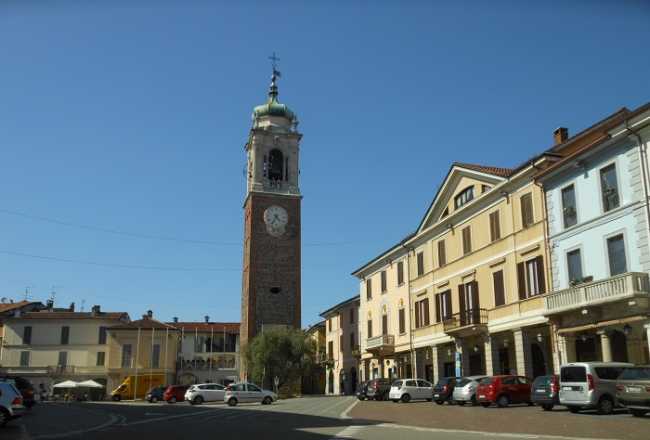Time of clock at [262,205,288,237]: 4:35
